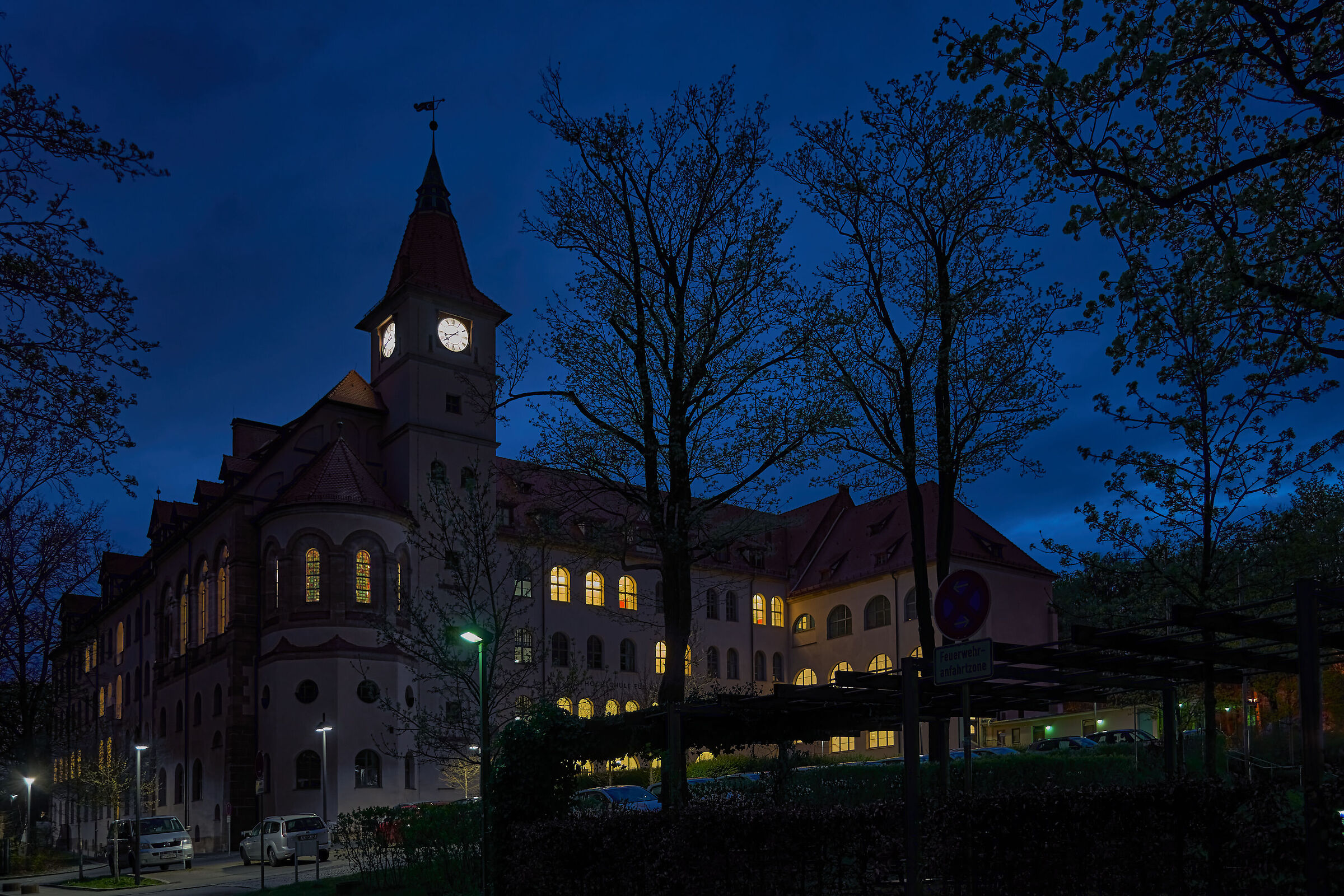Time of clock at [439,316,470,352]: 8:38
